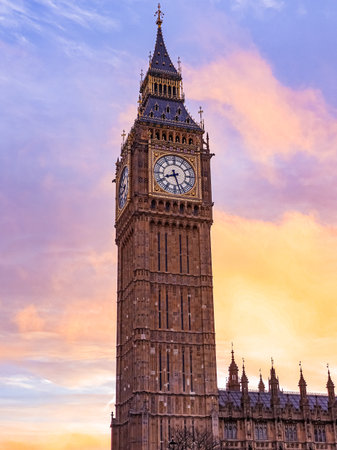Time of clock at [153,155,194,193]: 8:27
